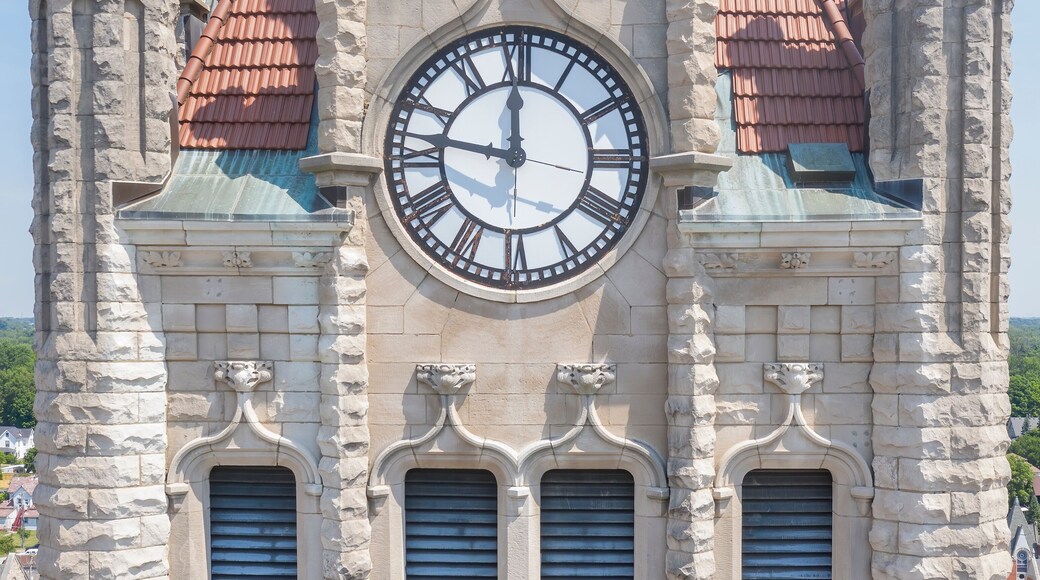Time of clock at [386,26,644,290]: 11:46
